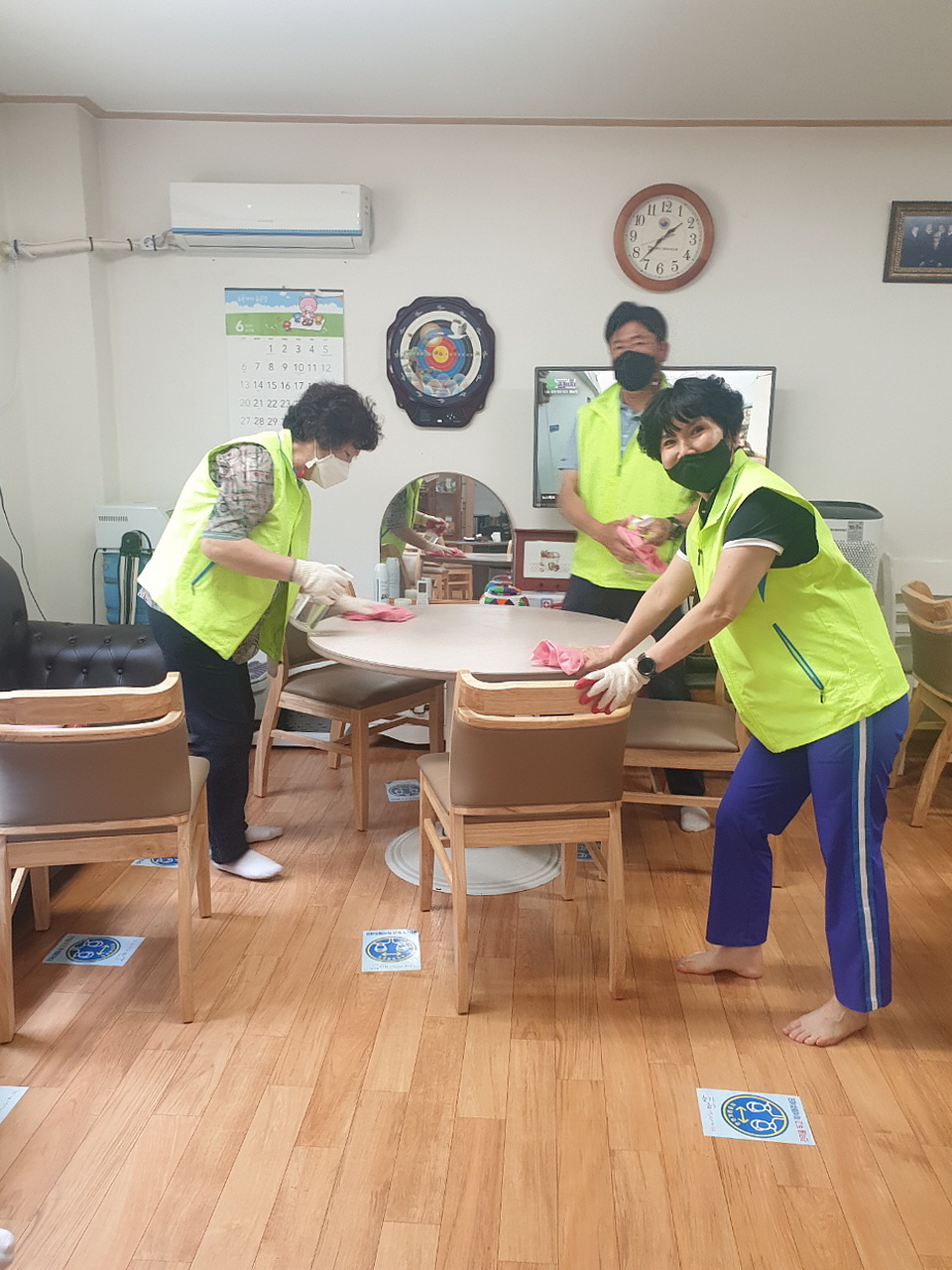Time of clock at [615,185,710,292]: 1:36
